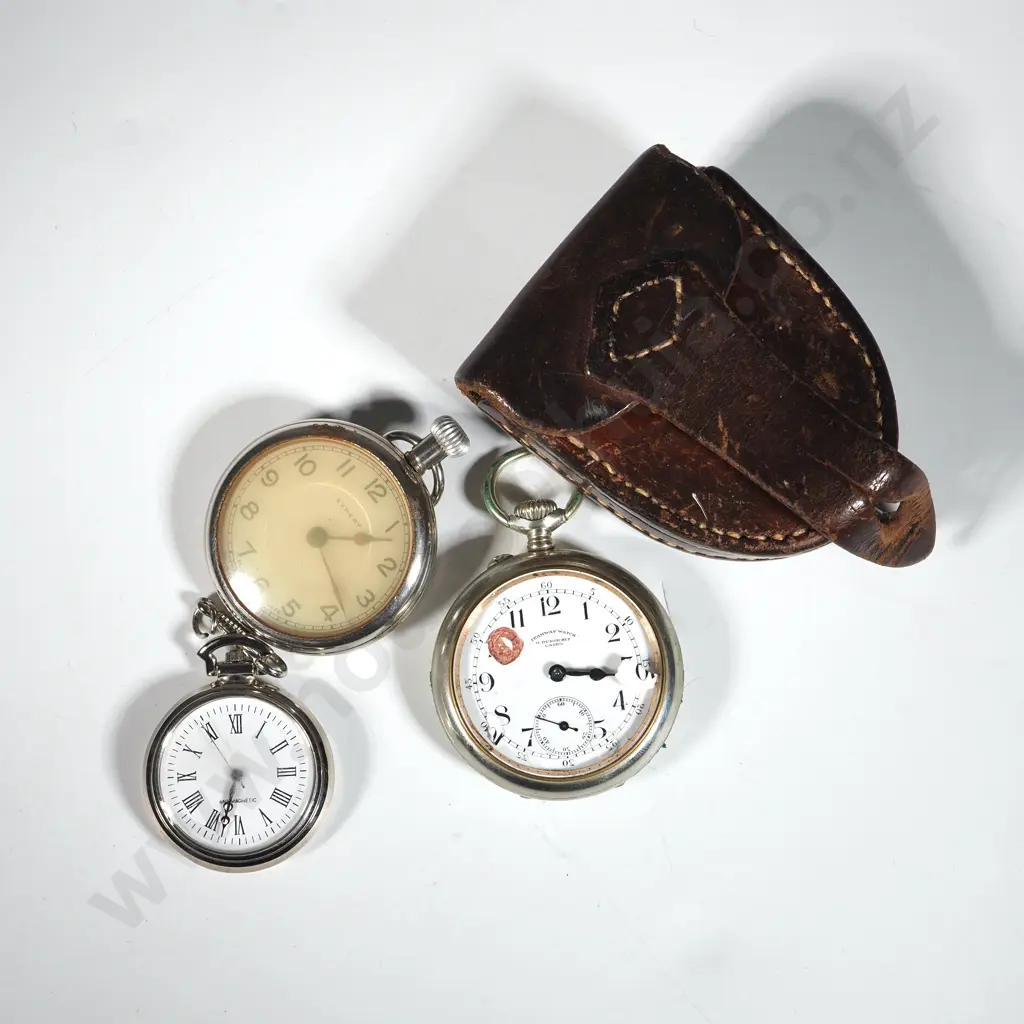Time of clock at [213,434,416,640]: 3:28
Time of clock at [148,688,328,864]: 6:32
